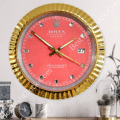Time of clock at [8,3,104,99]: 1:51
